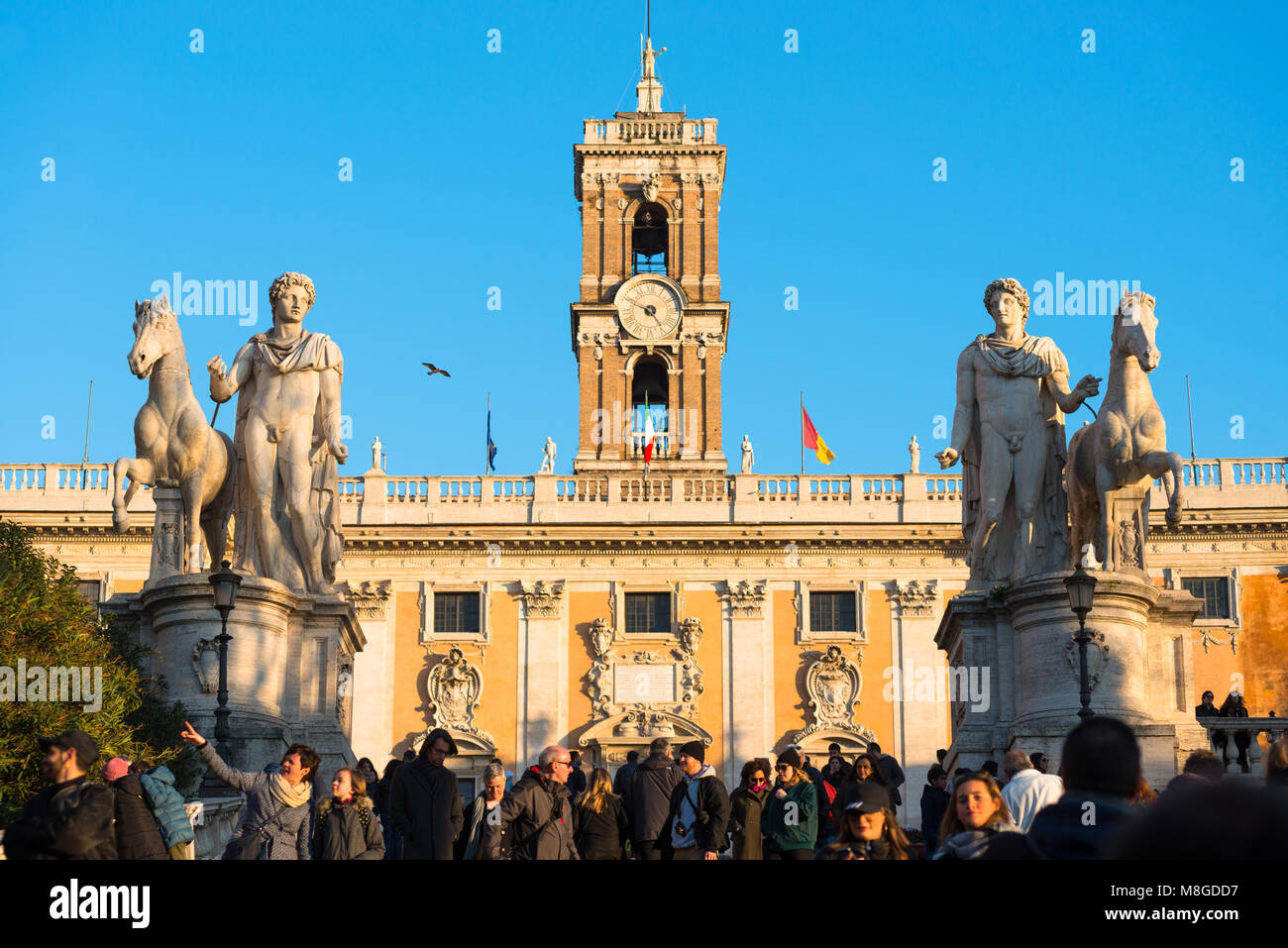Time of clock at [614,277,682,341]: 4:48
